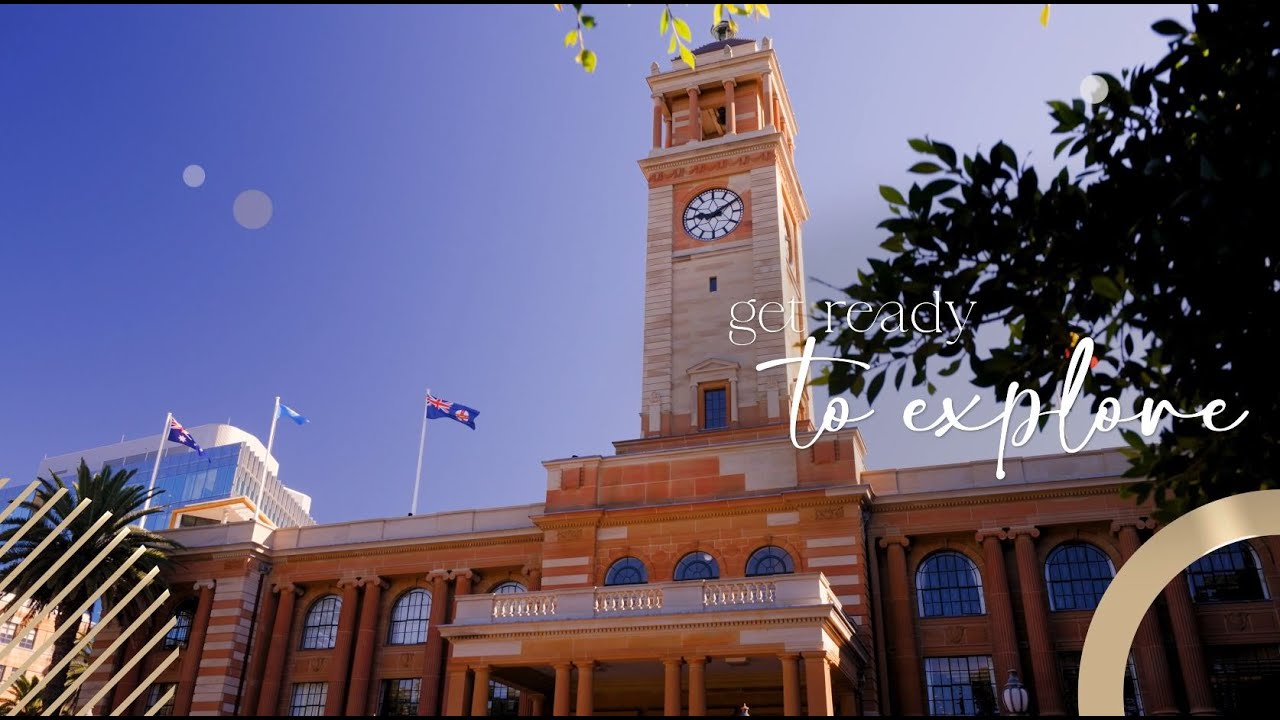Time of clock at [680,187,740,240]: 9:09
